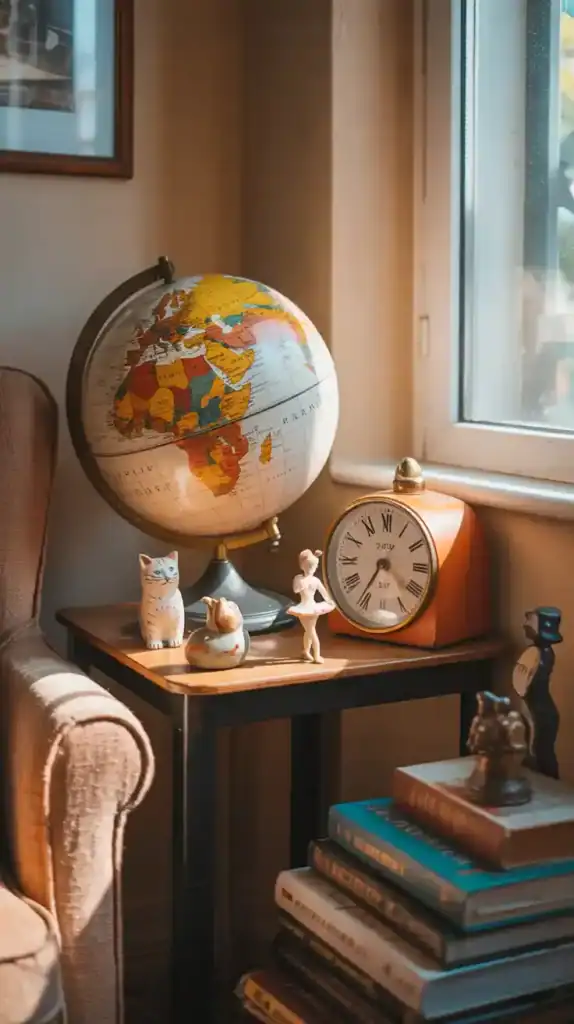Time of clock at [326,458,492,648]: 4:35
